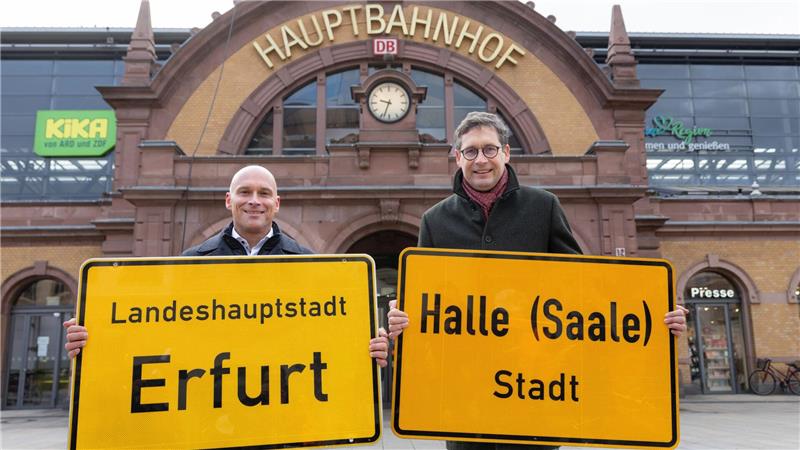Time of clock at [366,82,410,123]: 9:33
